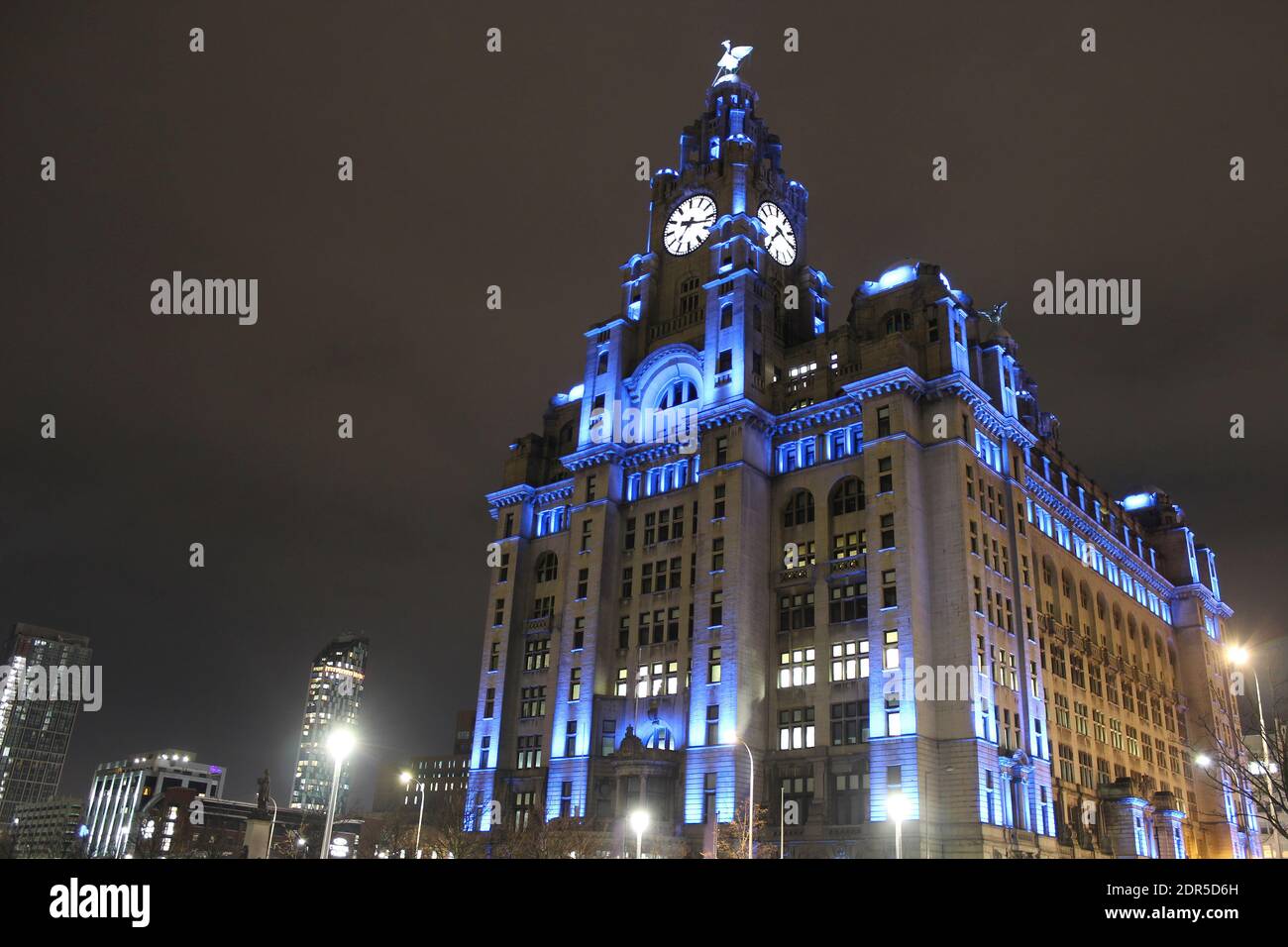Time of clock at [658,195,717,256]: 7:17
